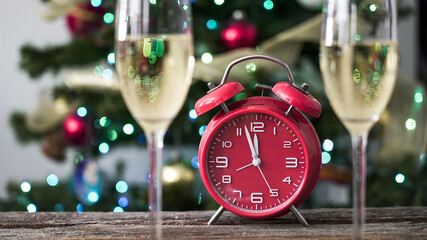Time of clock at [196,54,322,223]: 11:56
